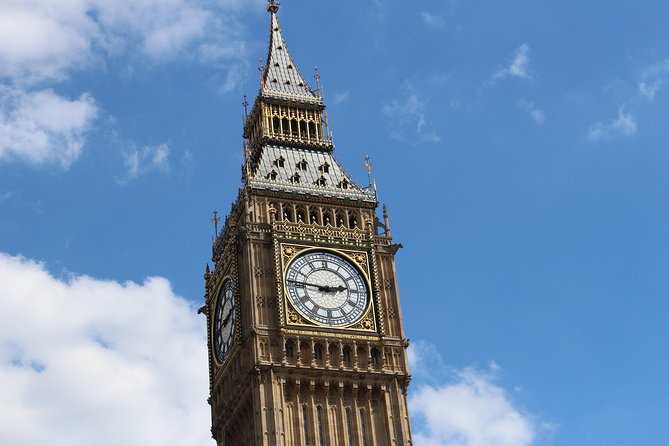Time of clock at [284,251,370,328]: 2:46
